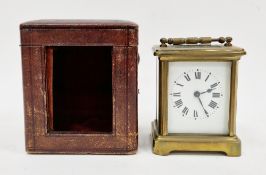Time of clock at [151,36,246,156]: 2:24
